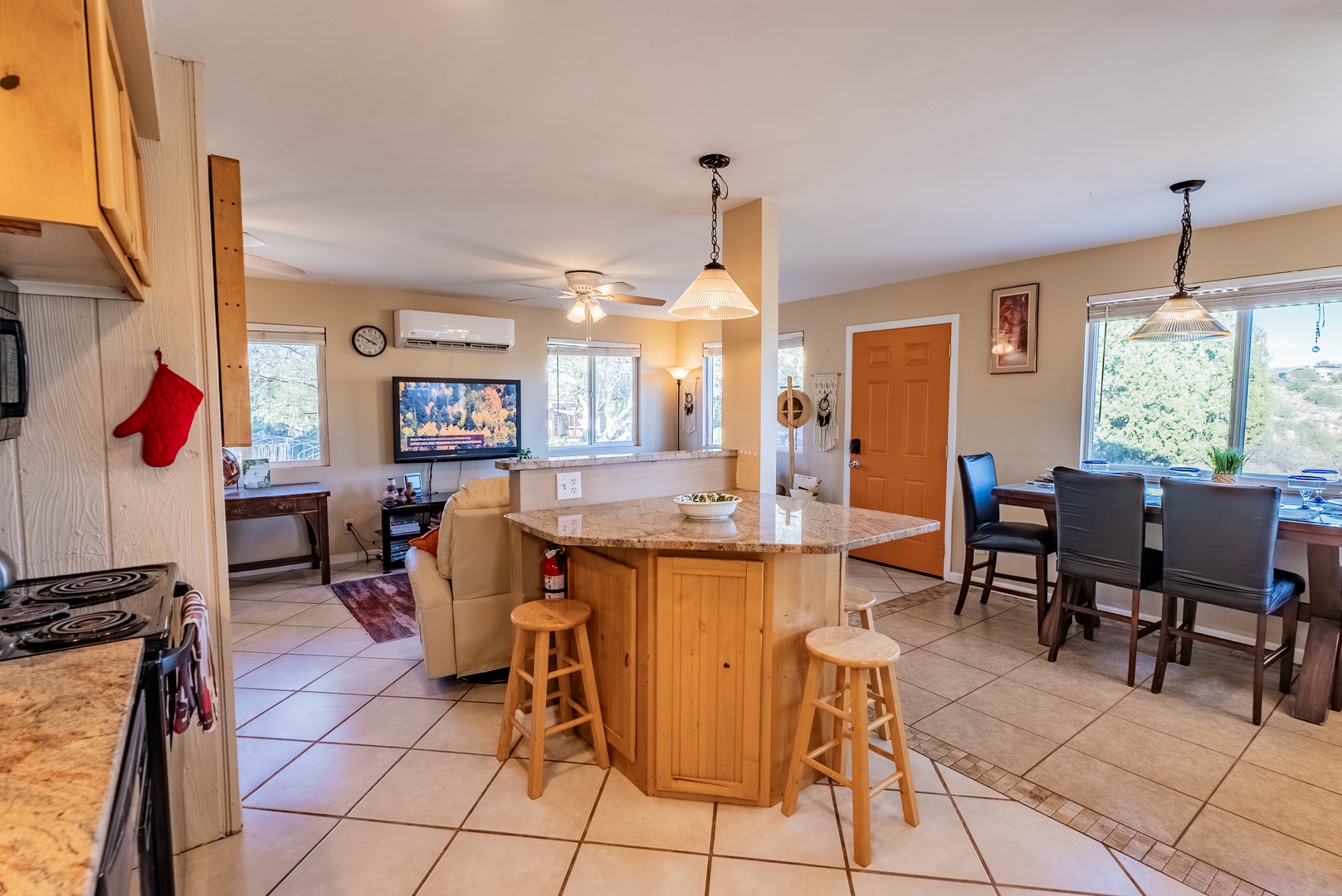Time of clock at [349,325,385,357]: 3:50
